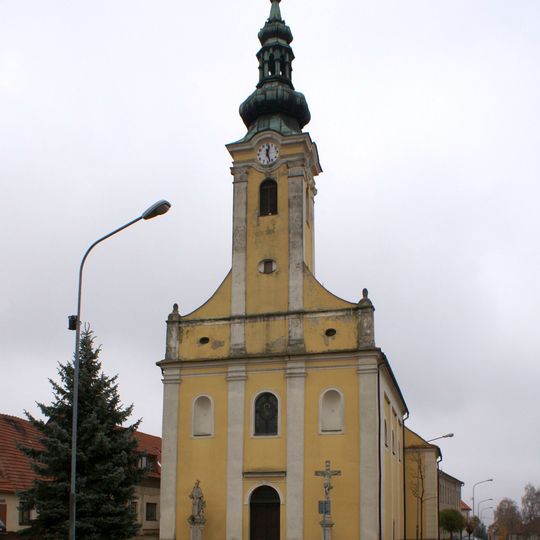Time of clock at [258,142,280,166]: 12:27
